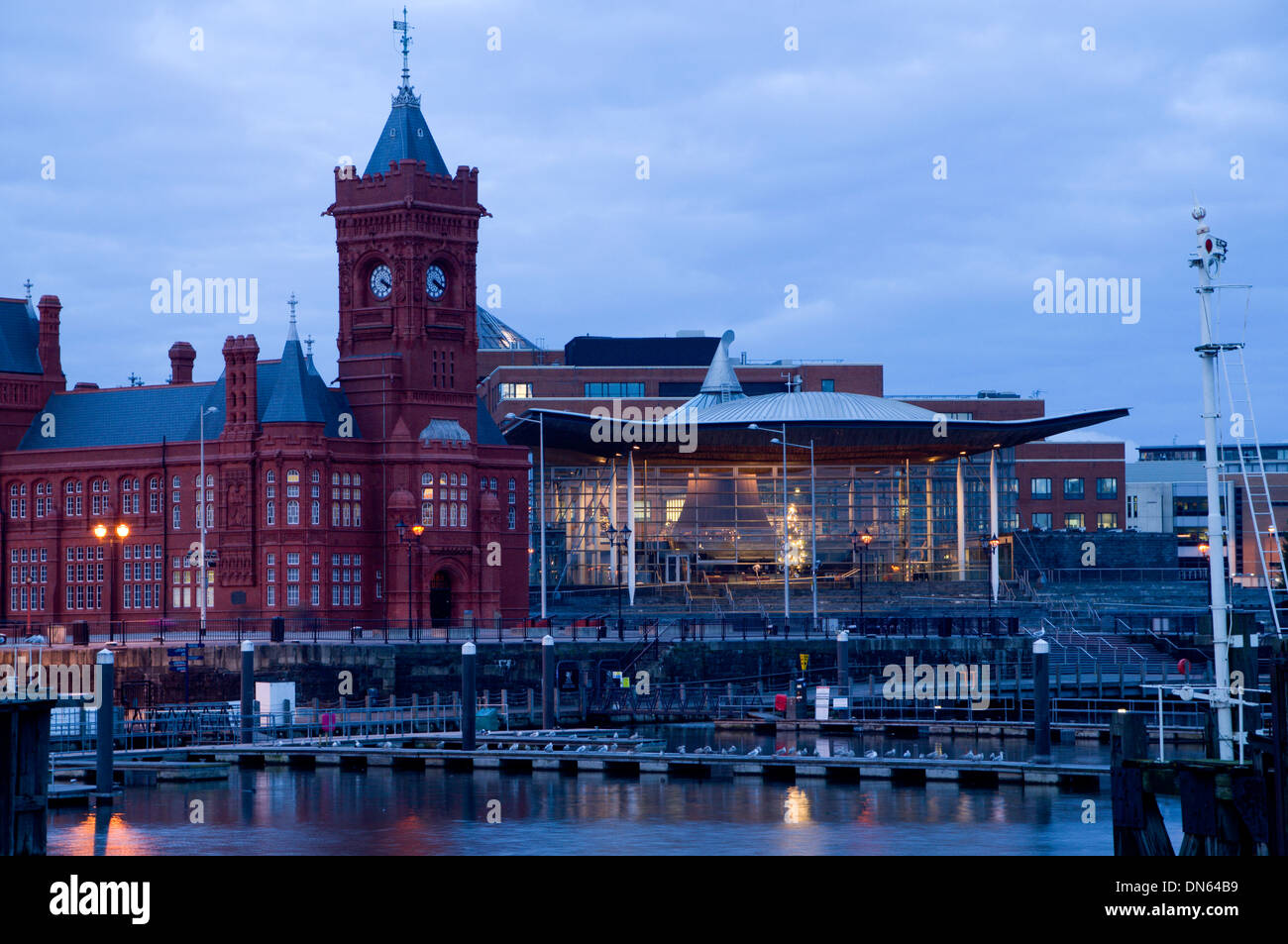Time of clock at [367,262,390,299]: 4:18
